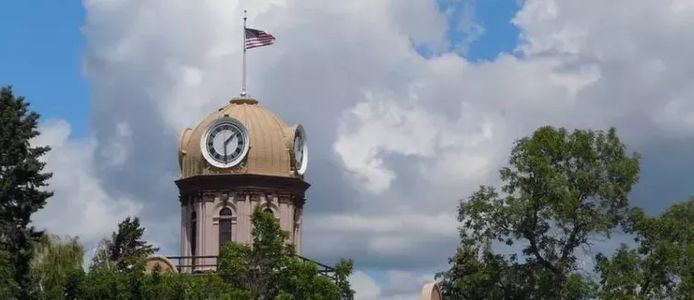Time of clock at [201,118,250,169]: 1:29
